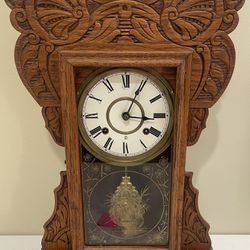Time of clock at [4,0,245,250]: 3:04
